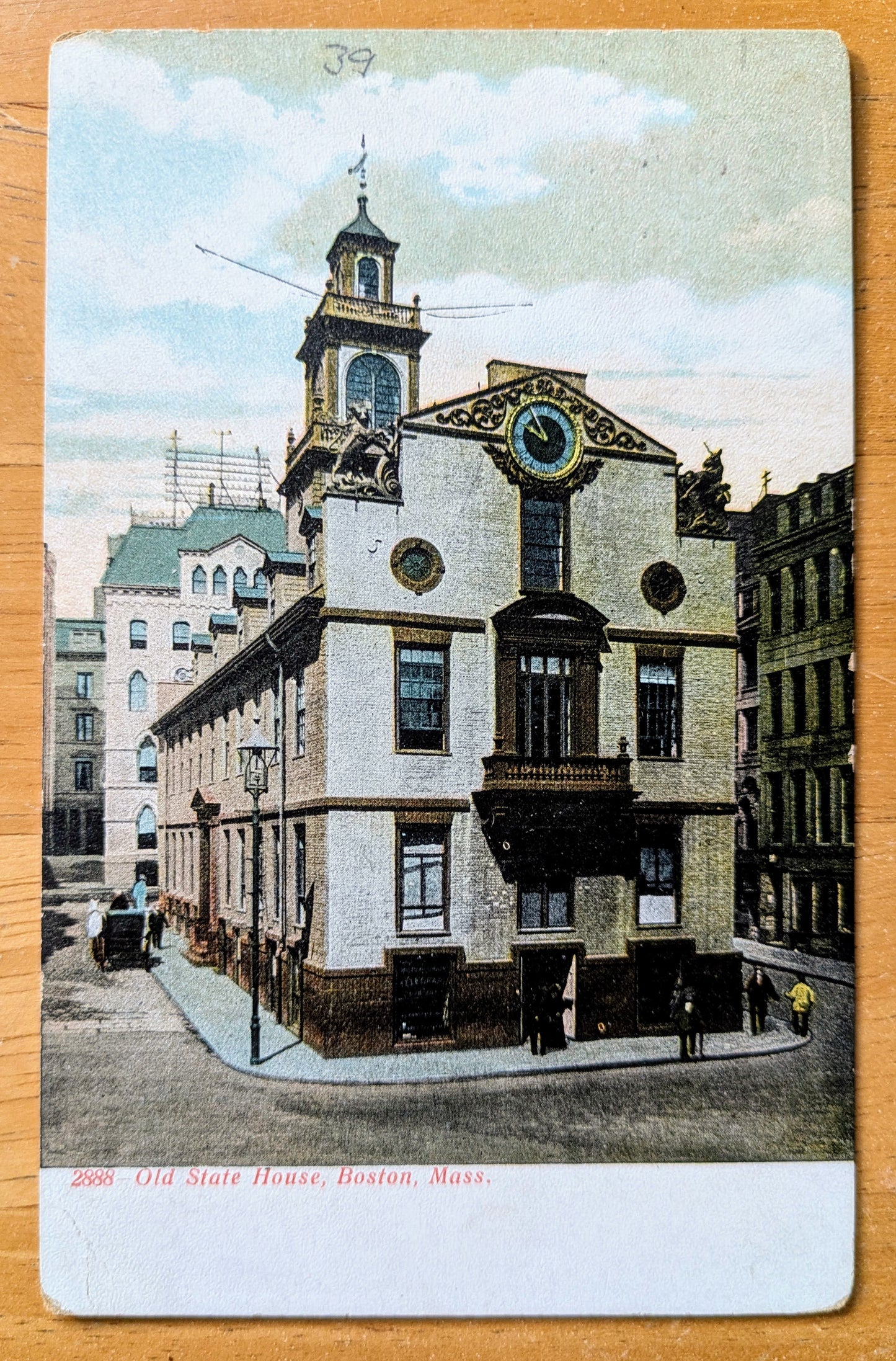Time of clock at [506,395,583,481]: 9:54
